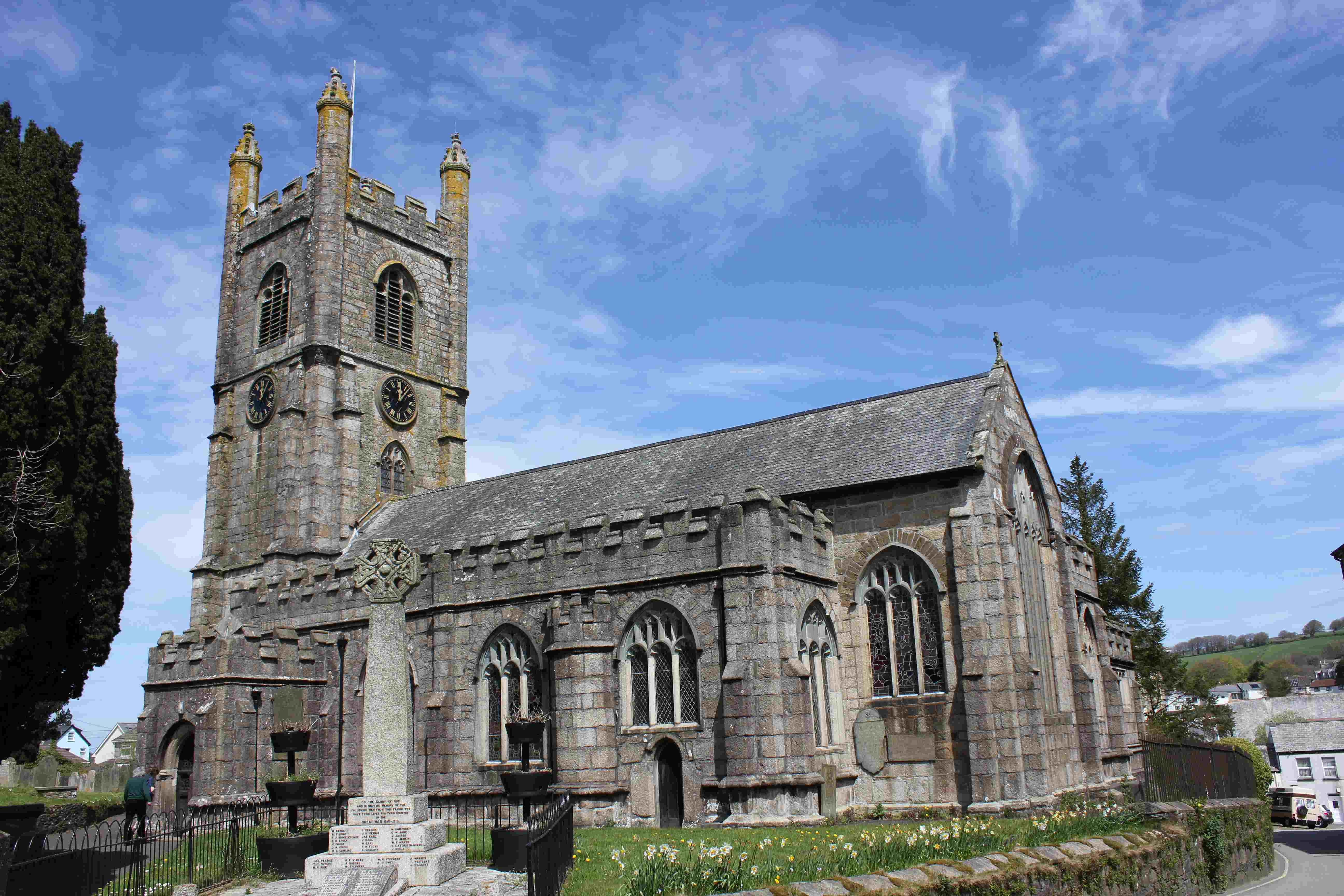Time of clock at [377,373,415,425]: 12:06
